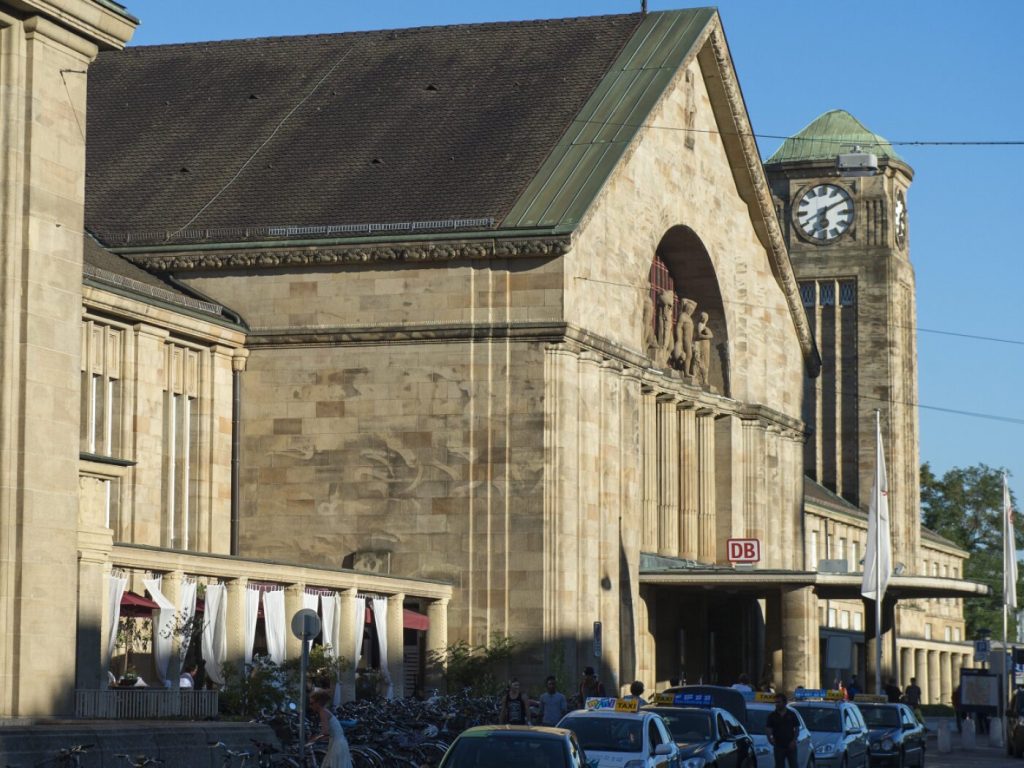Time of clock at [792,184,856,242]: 6:10
